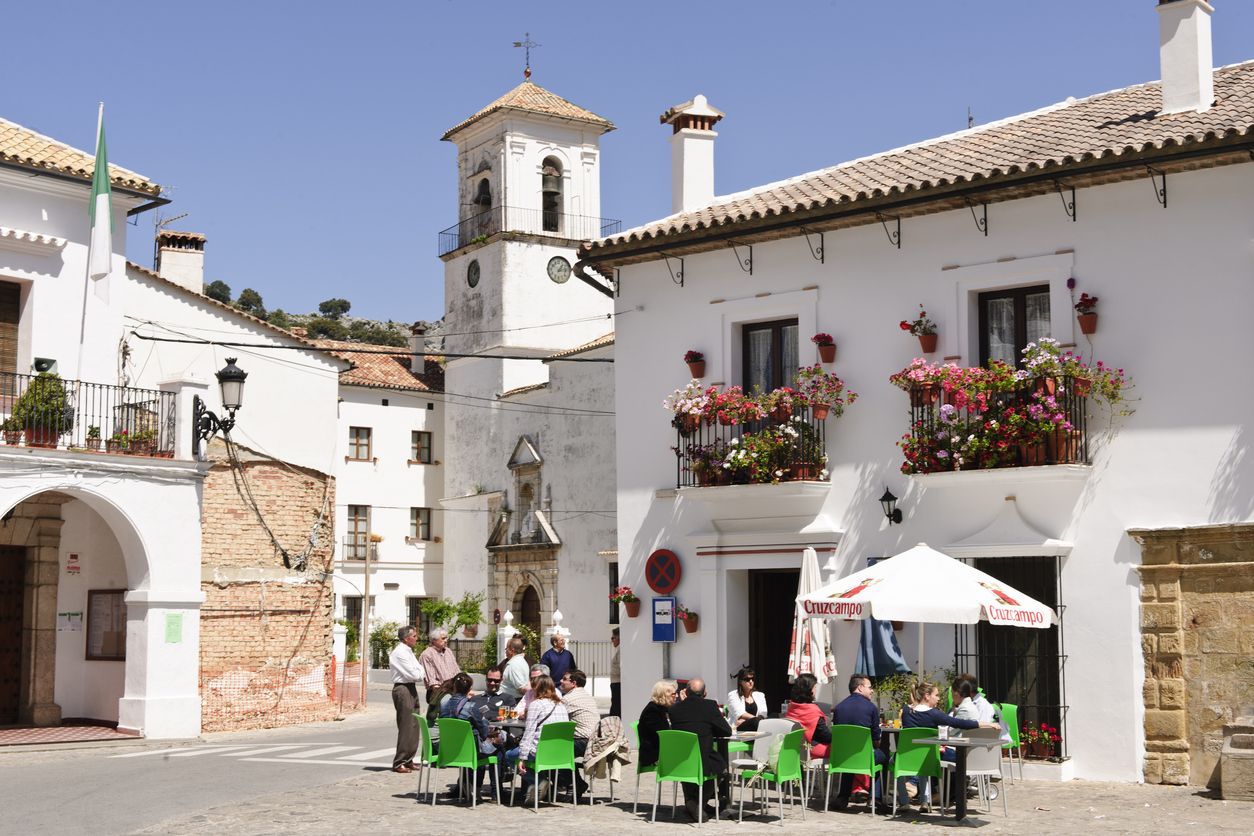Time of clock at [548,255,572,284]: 1:13
